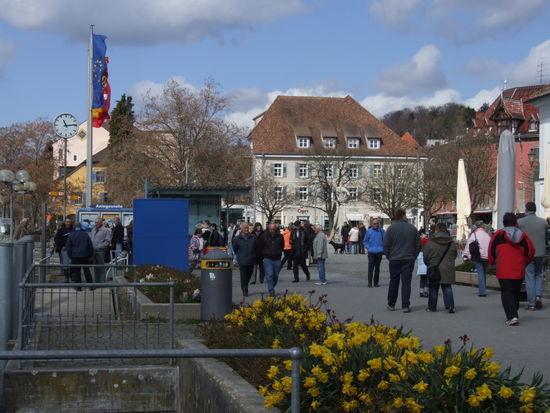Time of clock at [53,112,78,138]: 11:13
